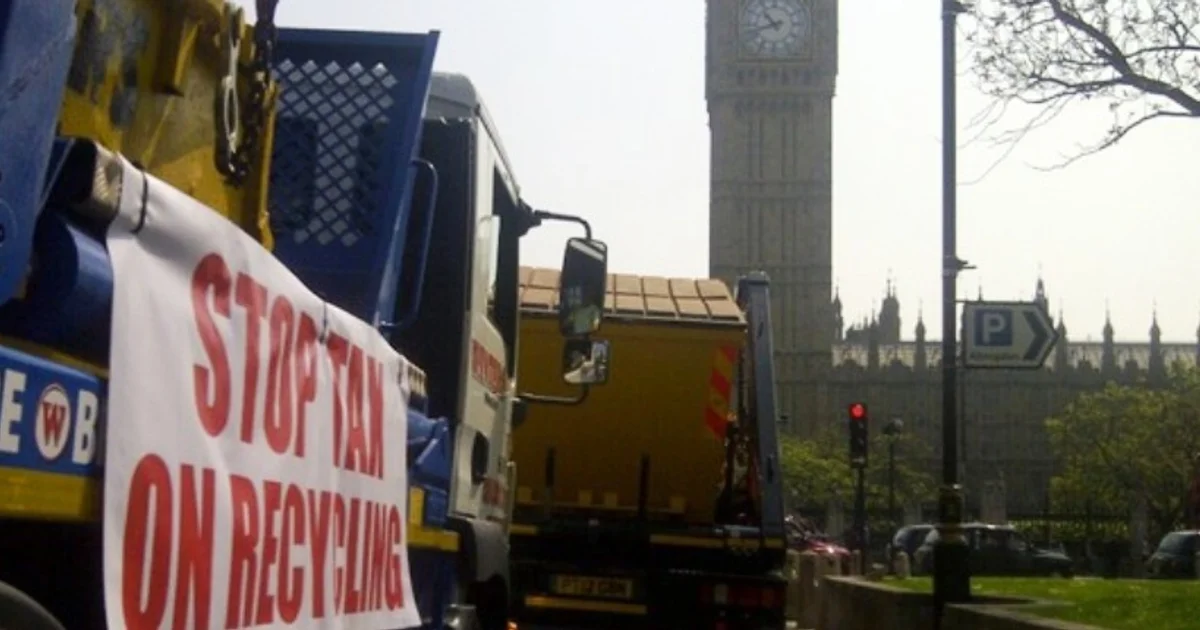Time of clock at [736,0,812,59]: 10:42
